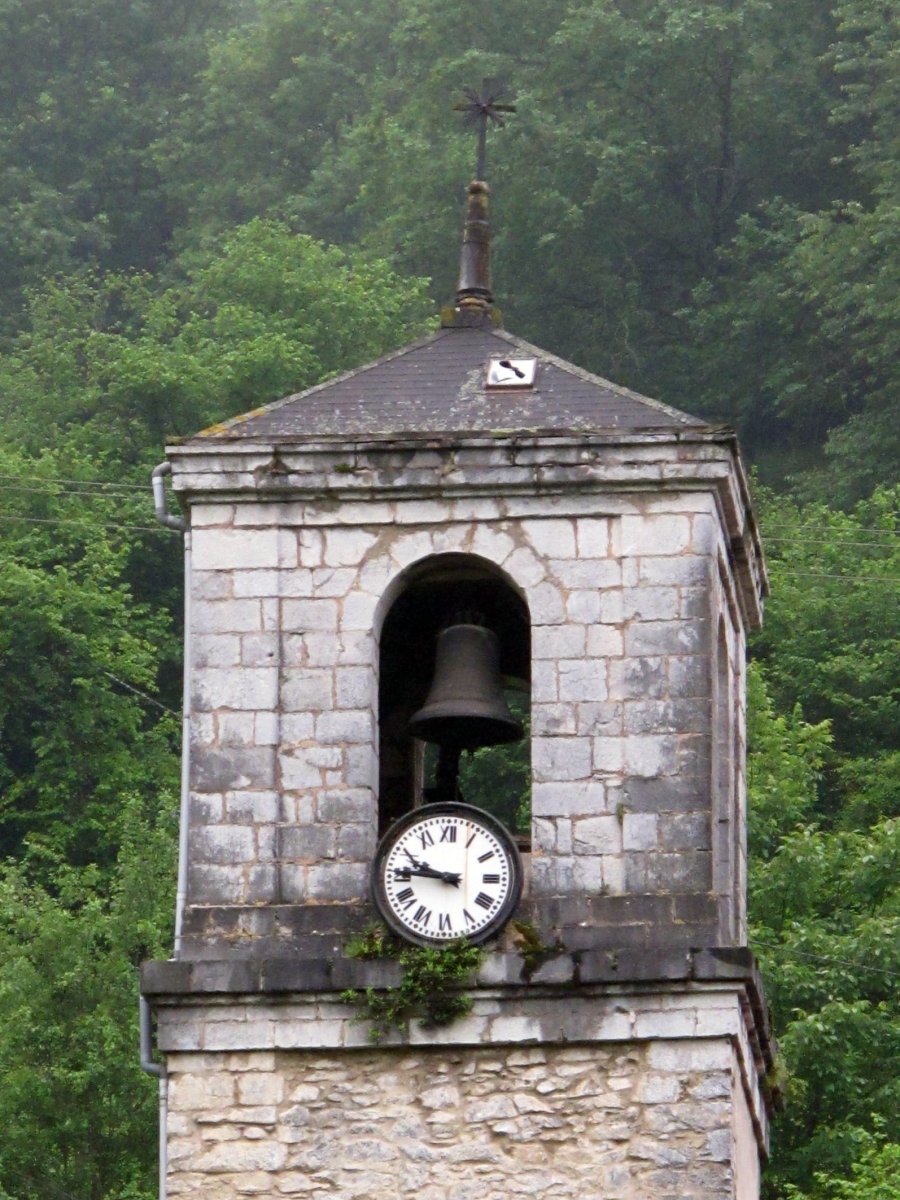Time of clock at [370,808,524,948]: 9:45
